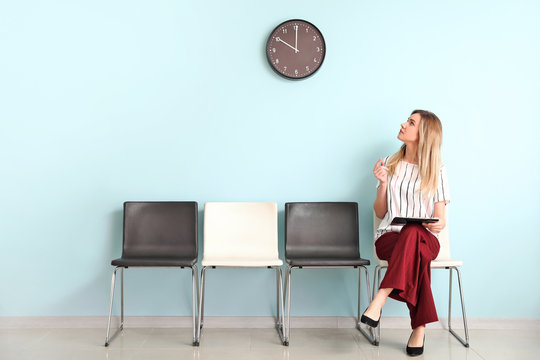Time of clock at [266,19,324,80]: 10:00
